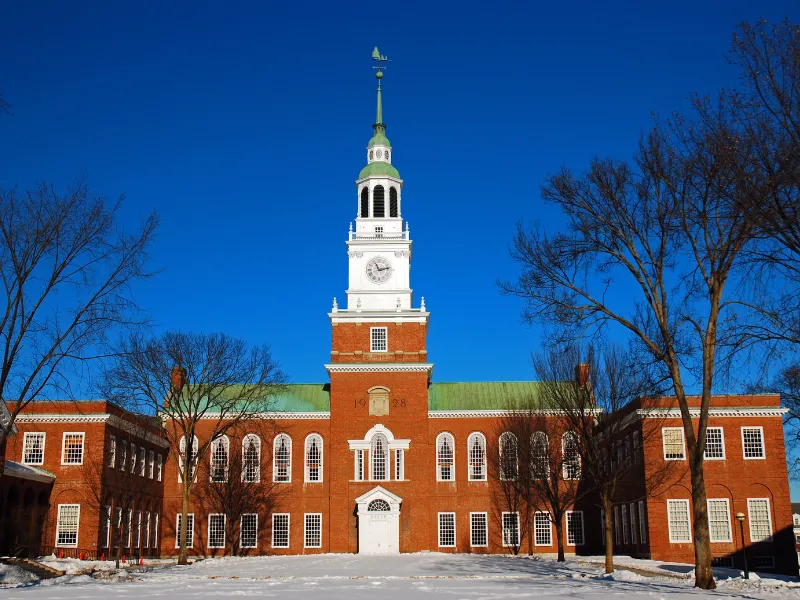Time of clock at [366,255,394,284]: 11:13
